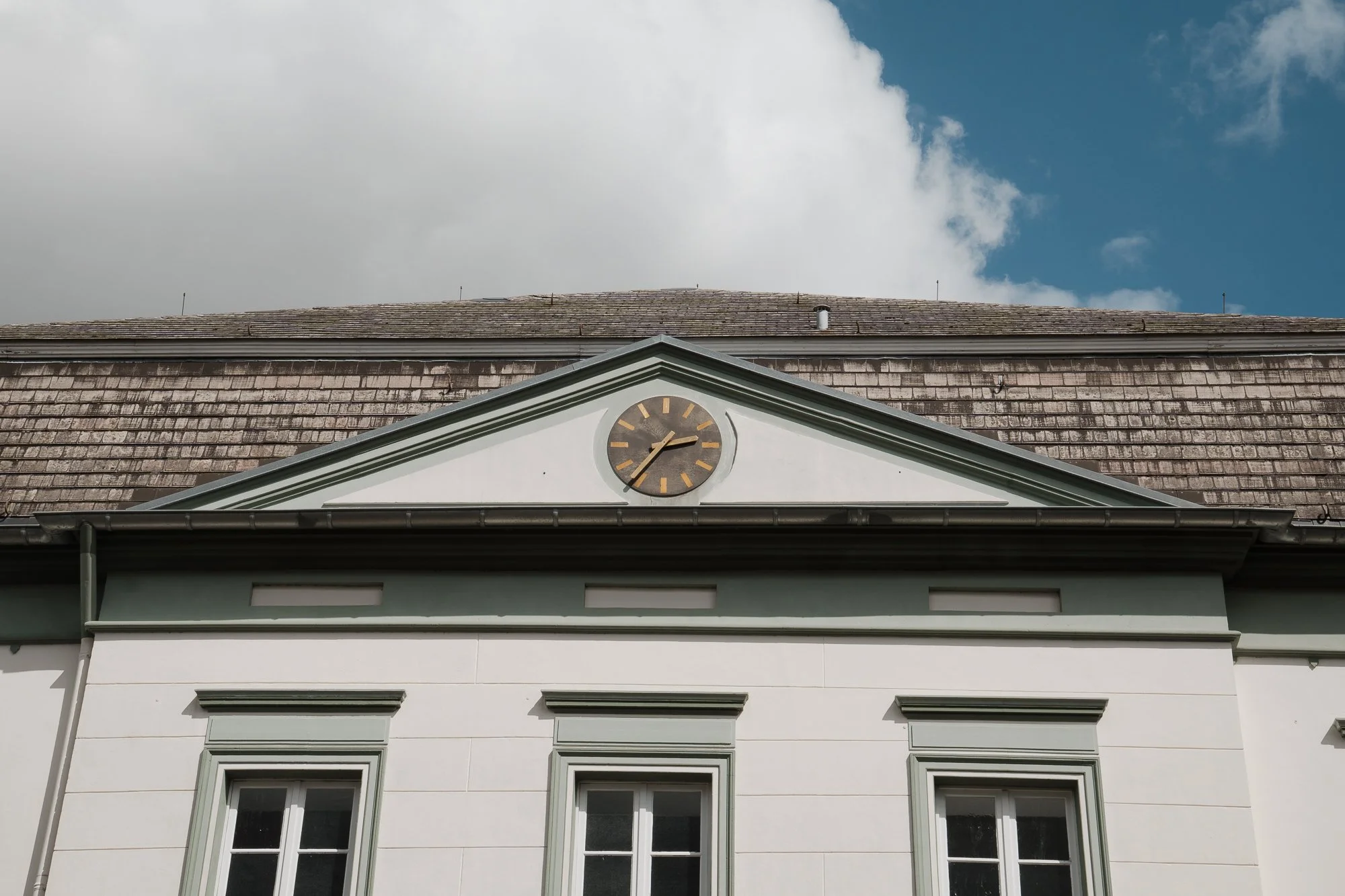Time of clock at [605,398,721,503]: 2:36
